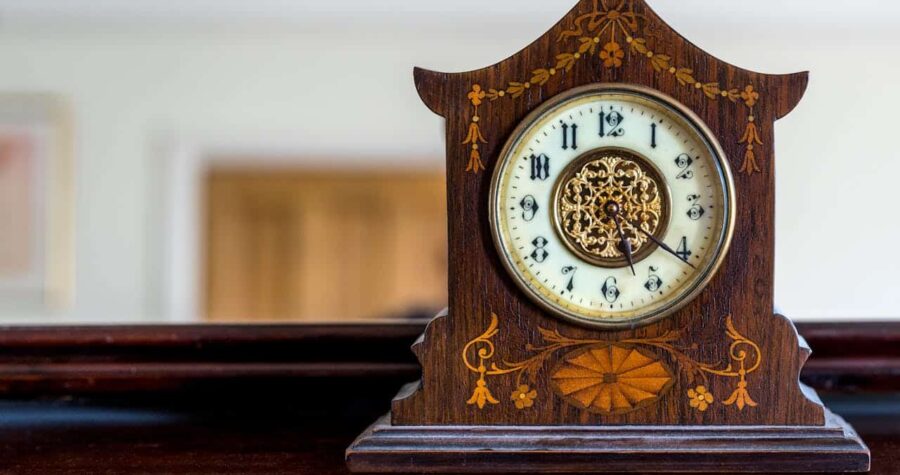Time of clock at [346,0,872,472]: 5:20
